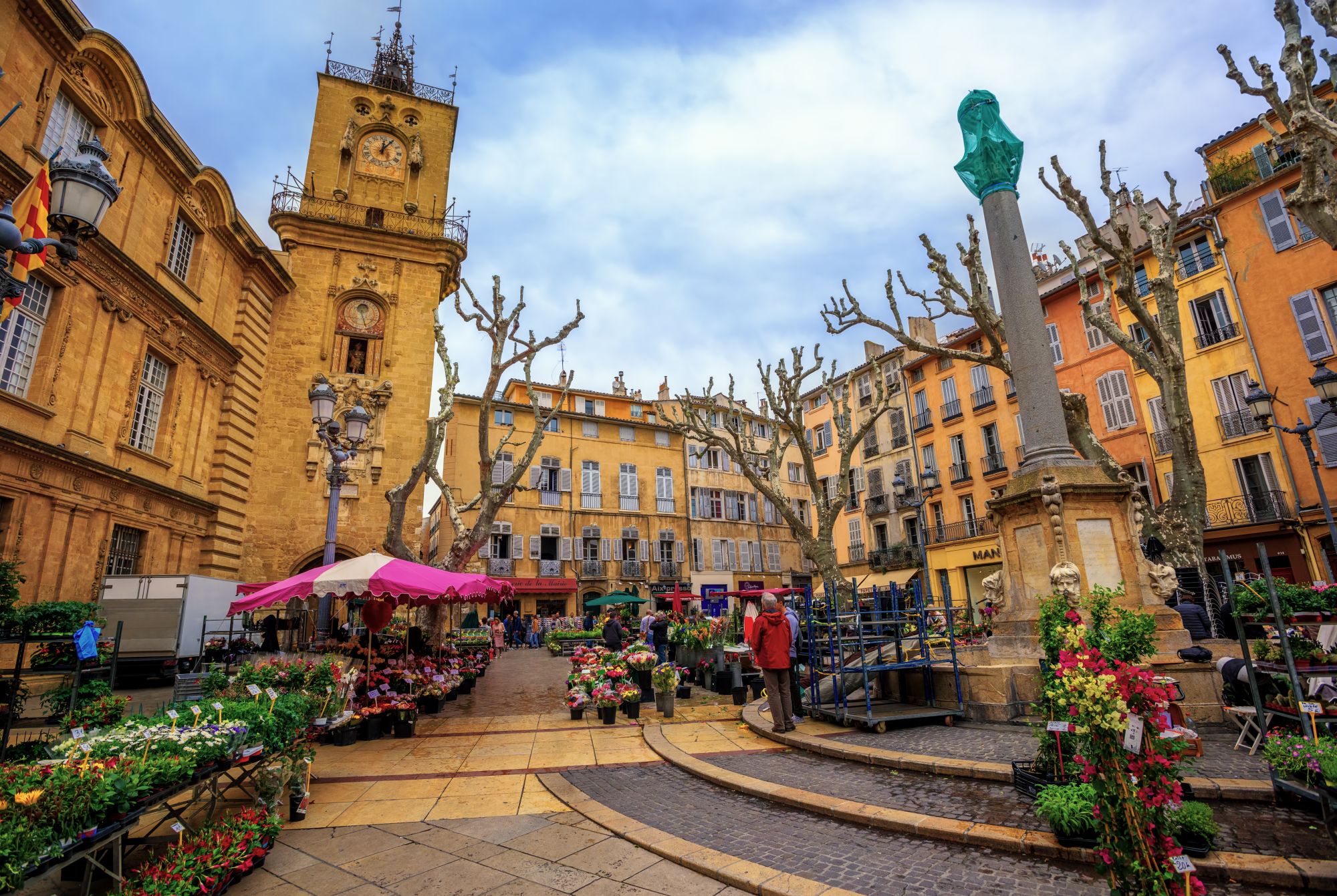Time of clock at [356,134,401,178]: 12:05
